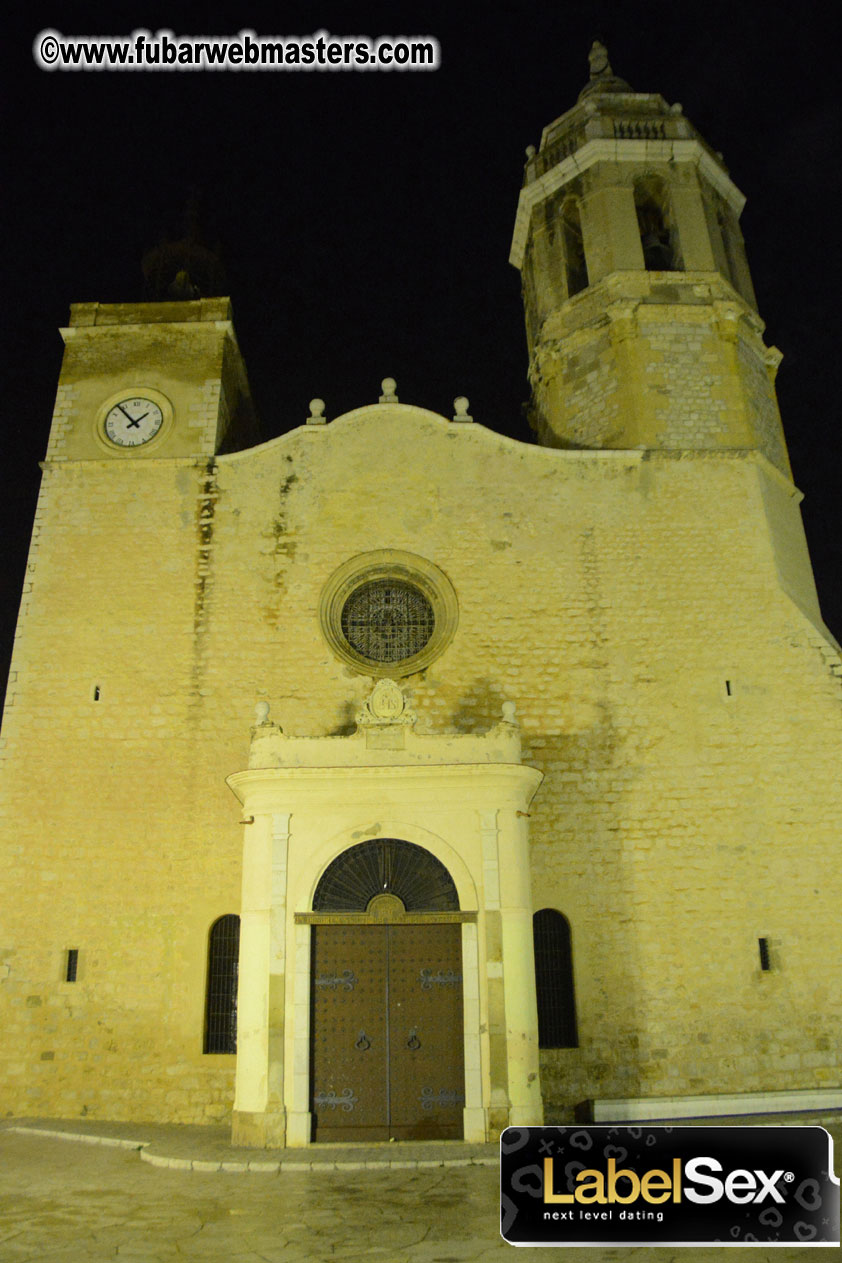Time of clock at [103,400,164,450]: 1:53
